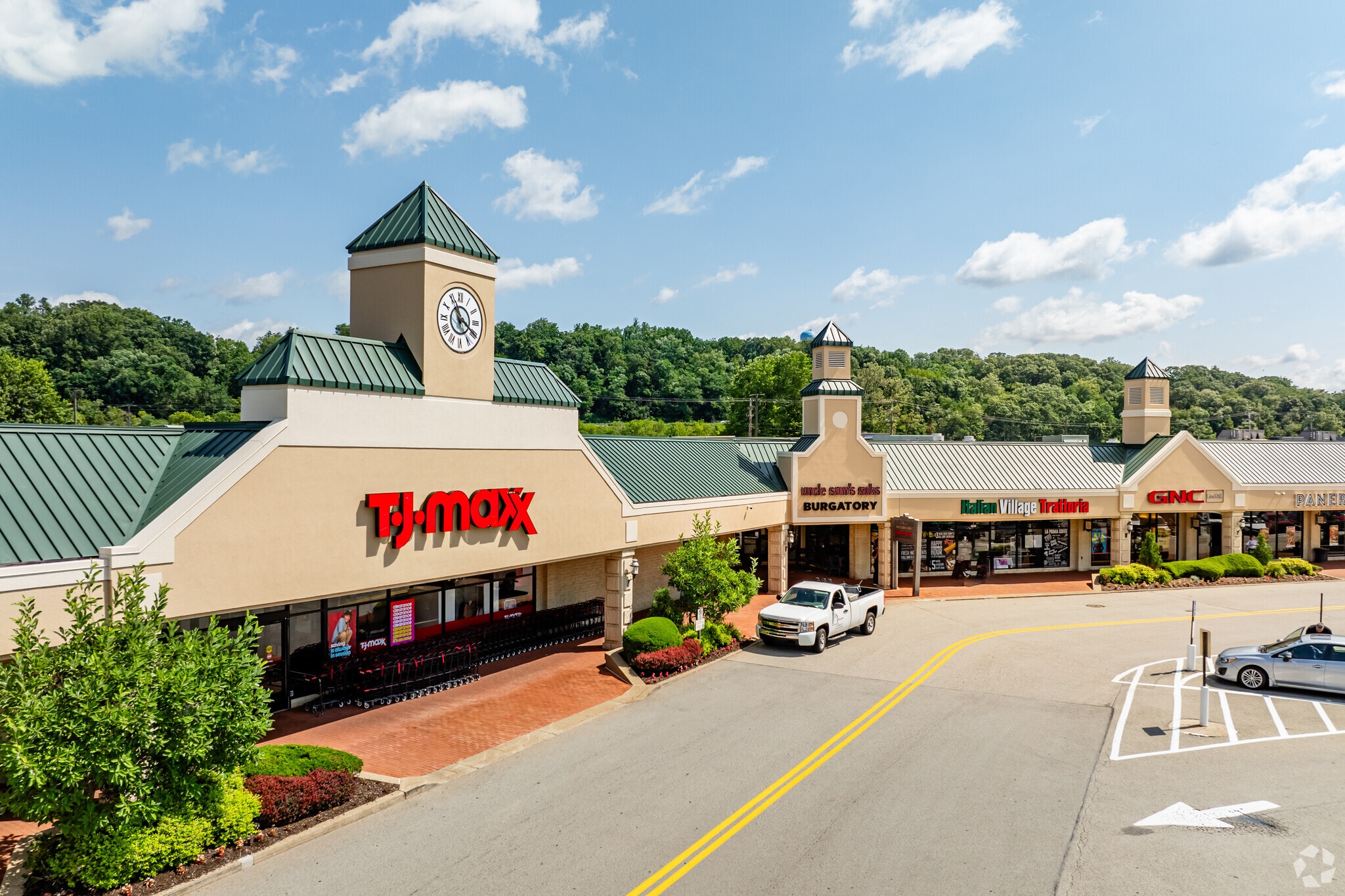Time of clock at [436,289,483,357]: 11:19
